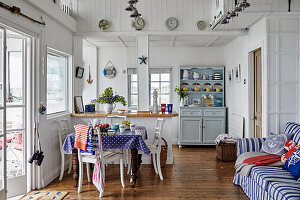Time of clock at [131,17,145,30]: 11:21
